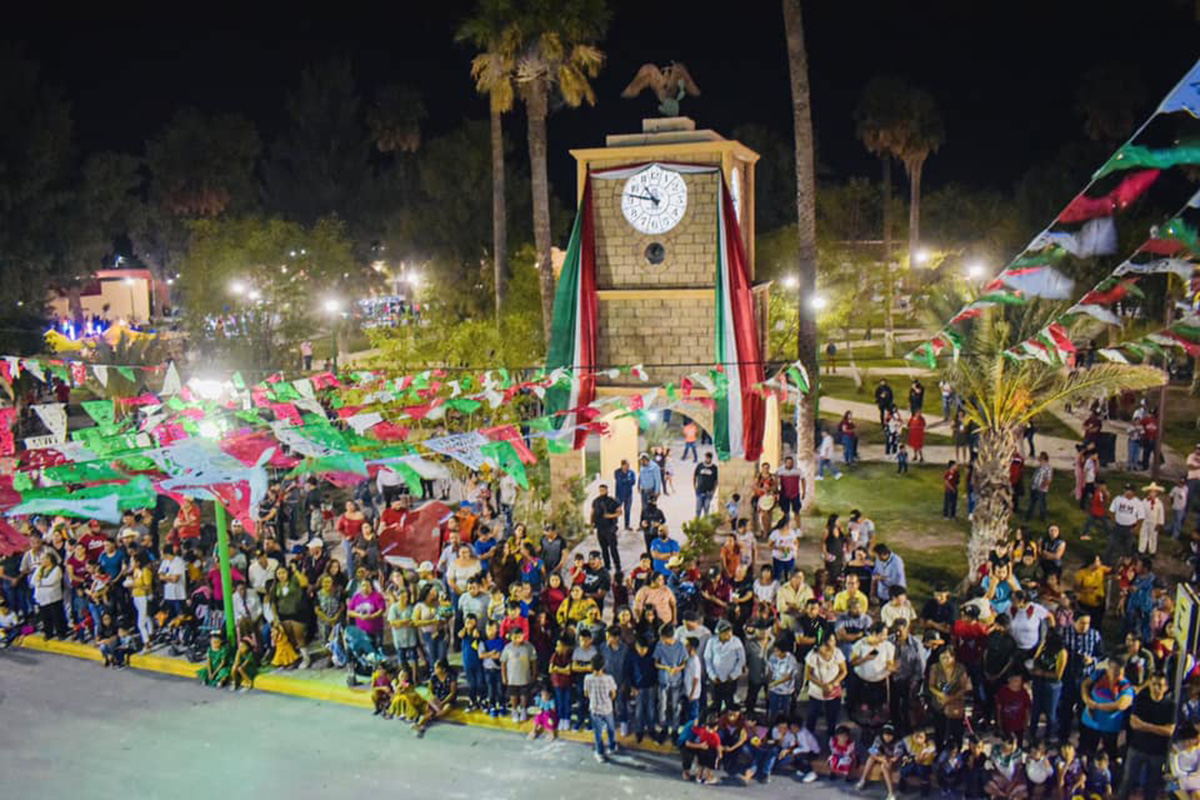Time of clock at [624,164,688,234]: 10:47
